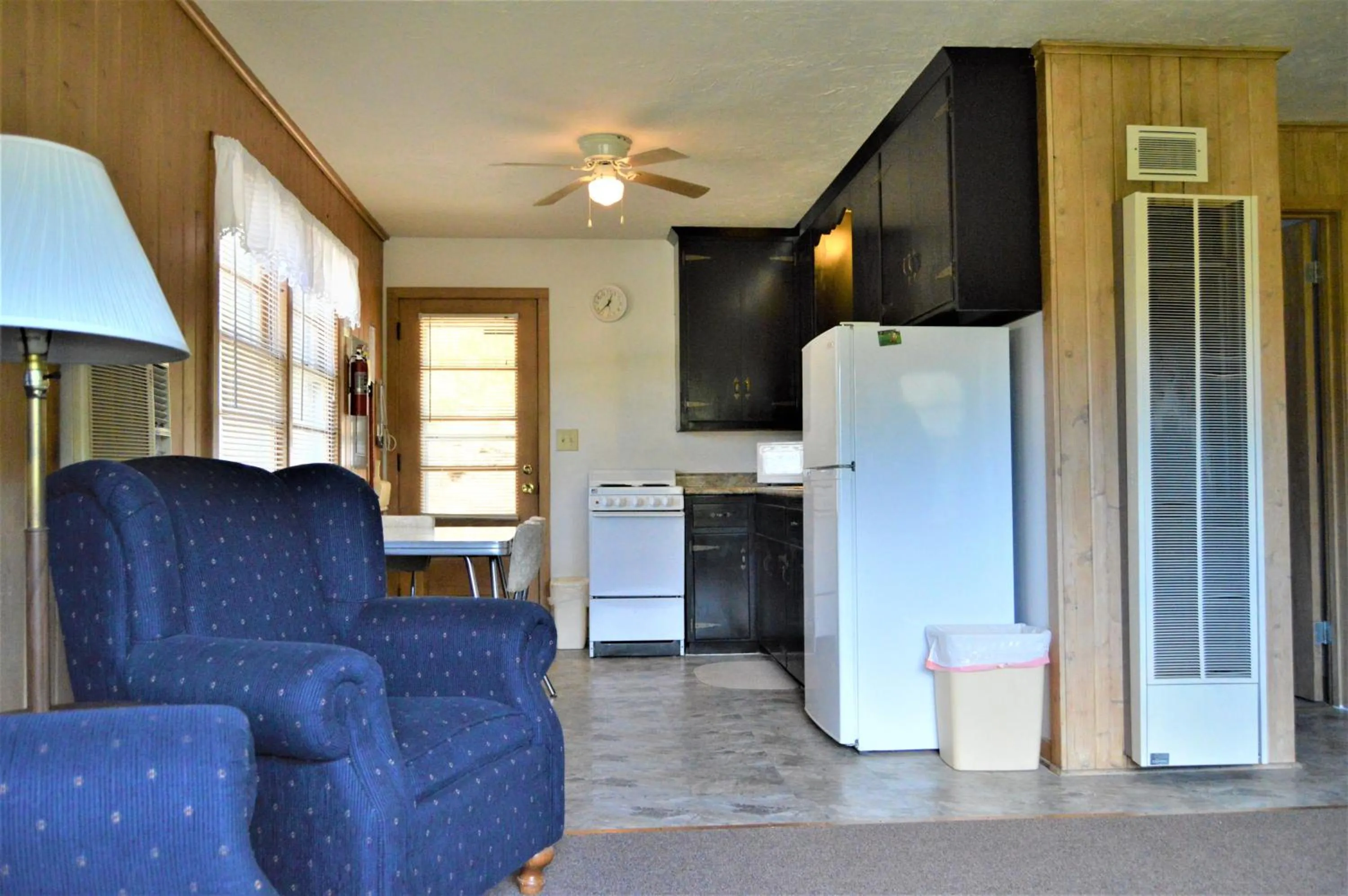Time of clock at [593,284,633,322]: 12:37
